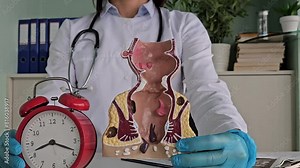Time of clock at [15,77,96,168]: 8:18
